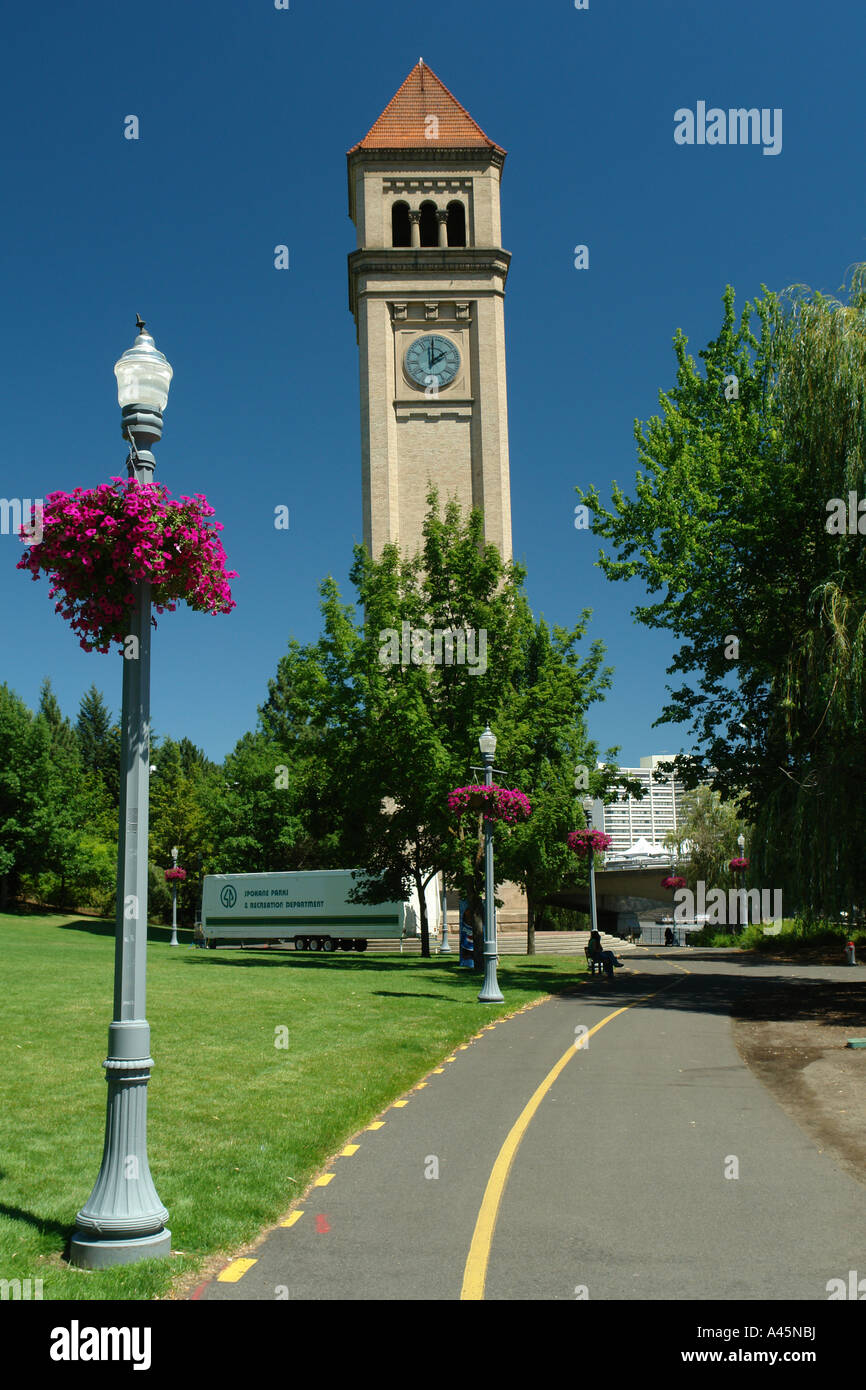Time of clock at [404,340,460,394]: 2:00
